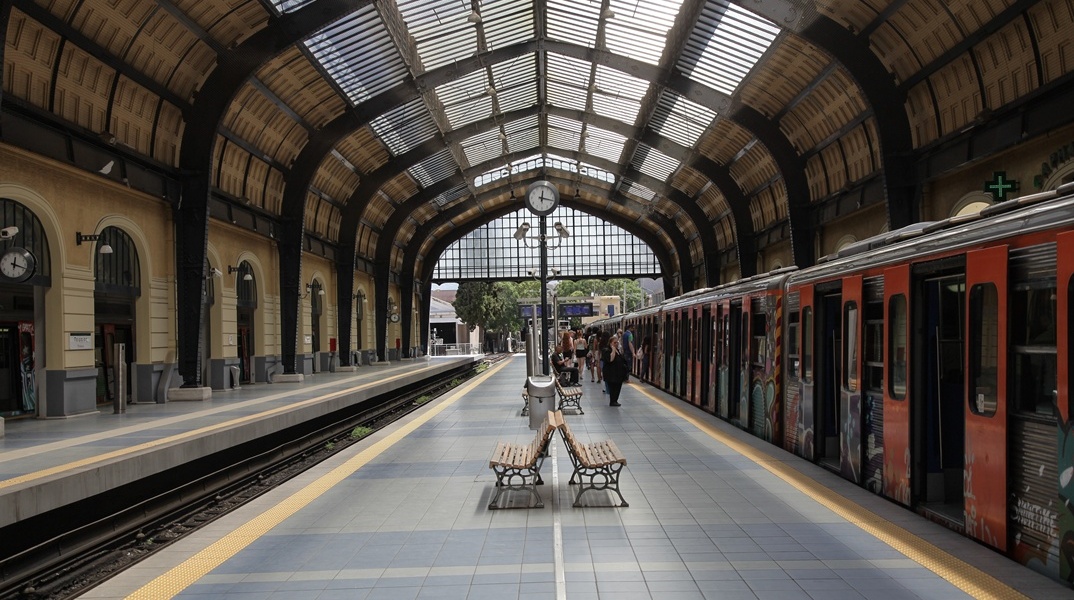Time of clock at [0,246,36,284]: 12:18
